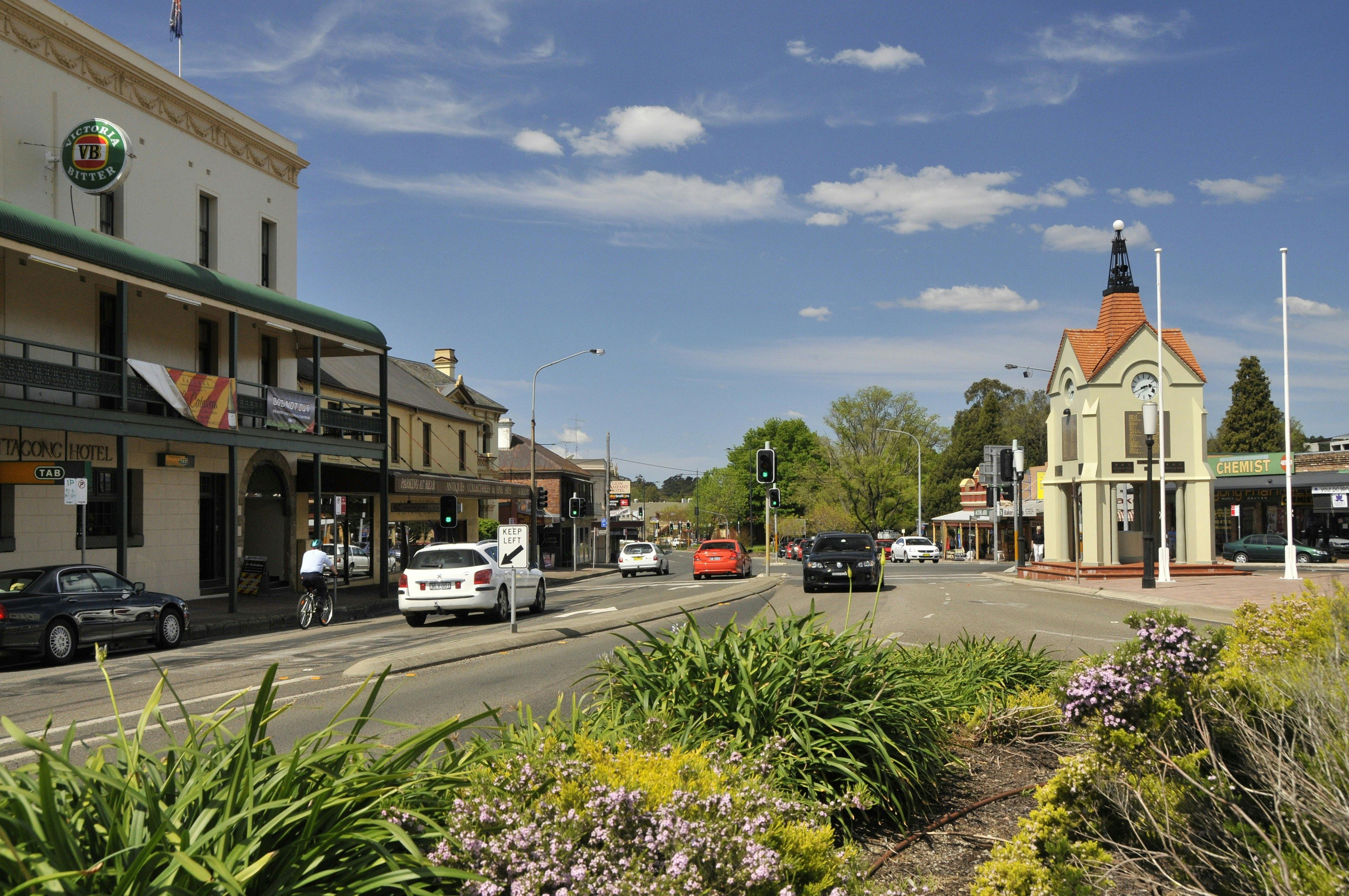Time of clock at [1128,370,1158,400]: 2:40
